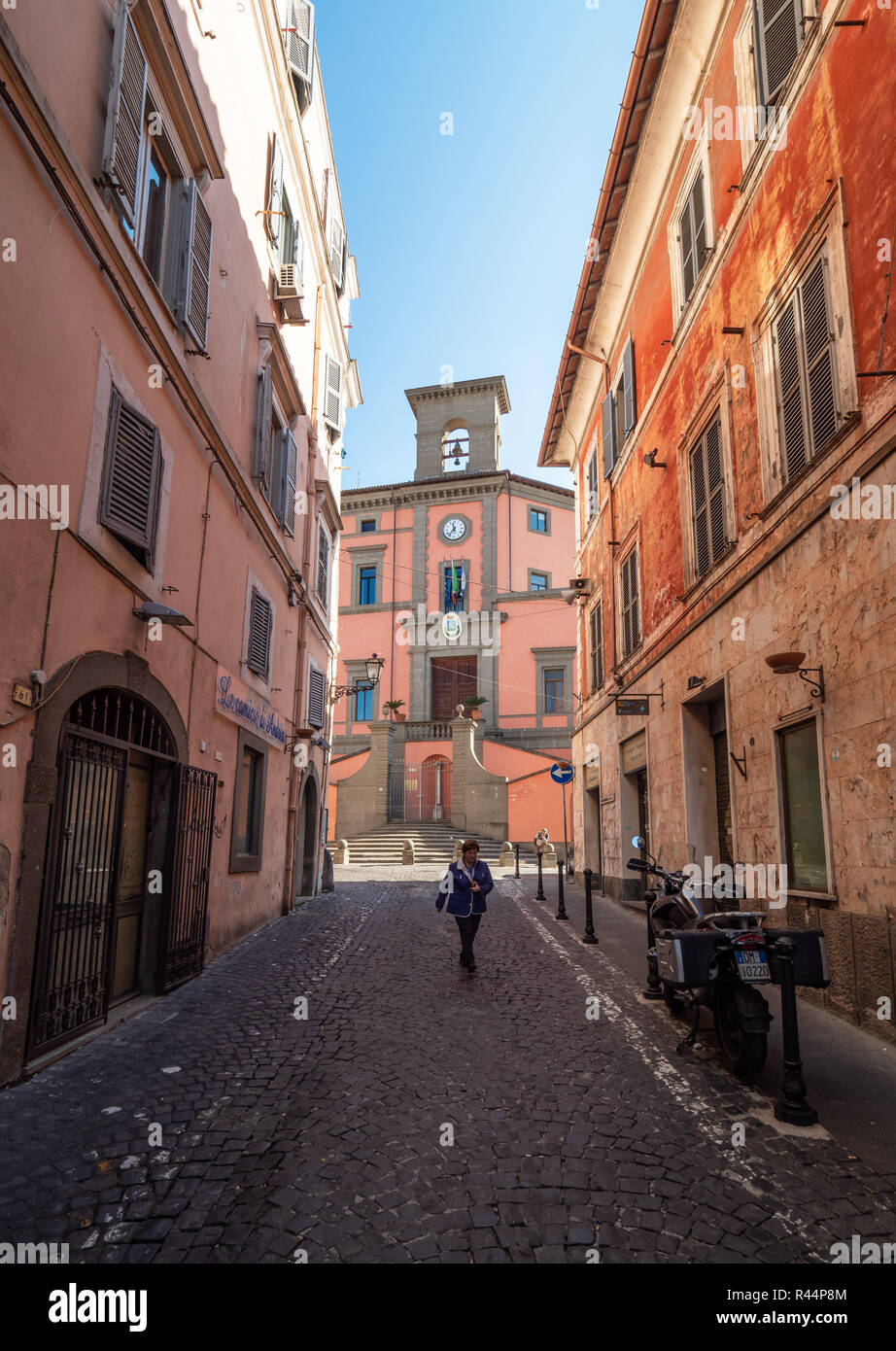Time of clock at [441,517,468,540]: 11:36
